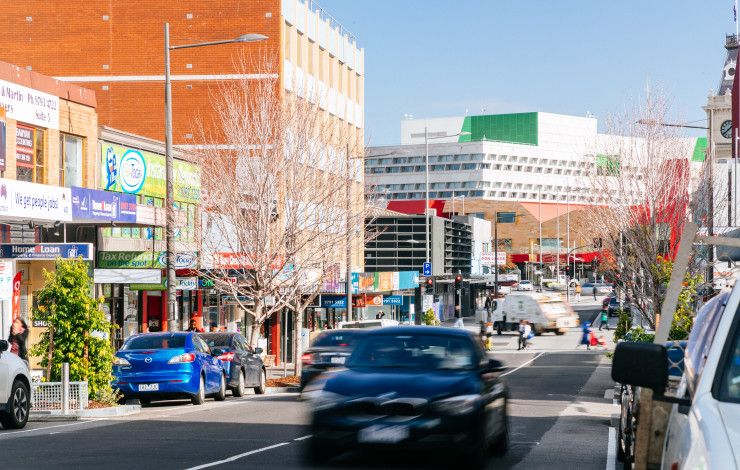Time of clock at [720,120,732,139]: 1:38
